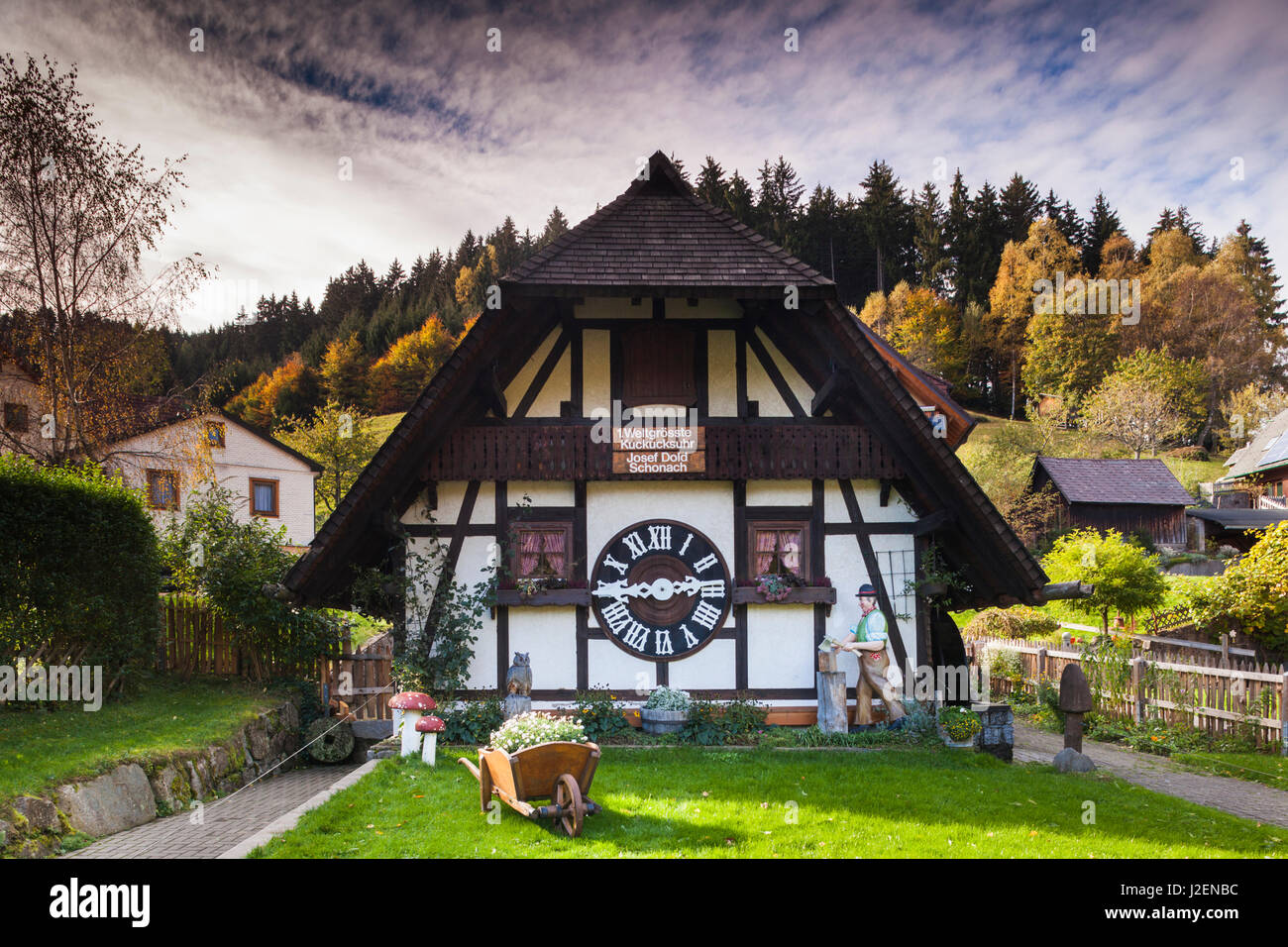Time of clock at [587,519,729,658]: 2:43
